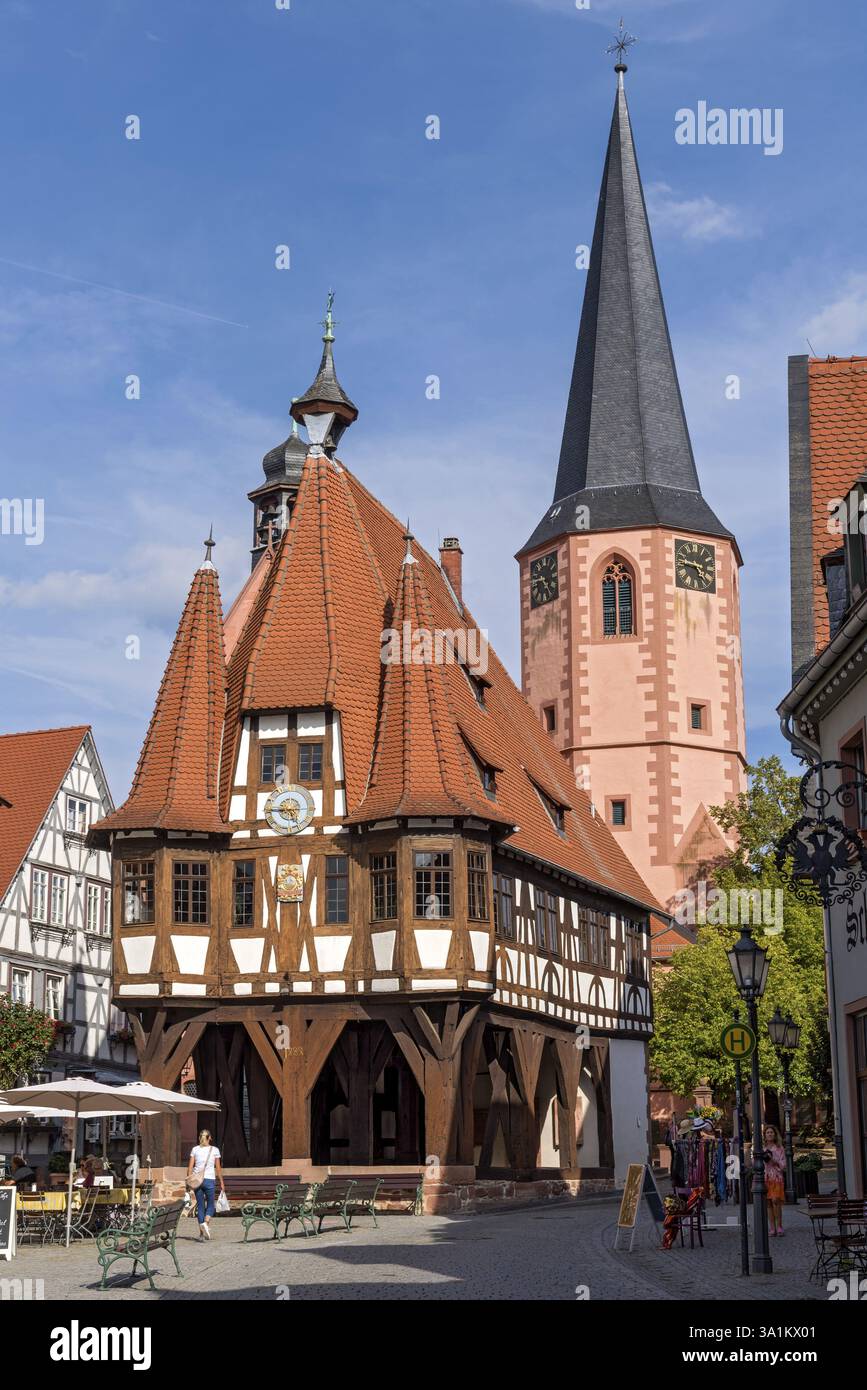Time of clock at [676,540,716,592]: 4:46
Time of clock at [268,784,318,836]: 5:45
